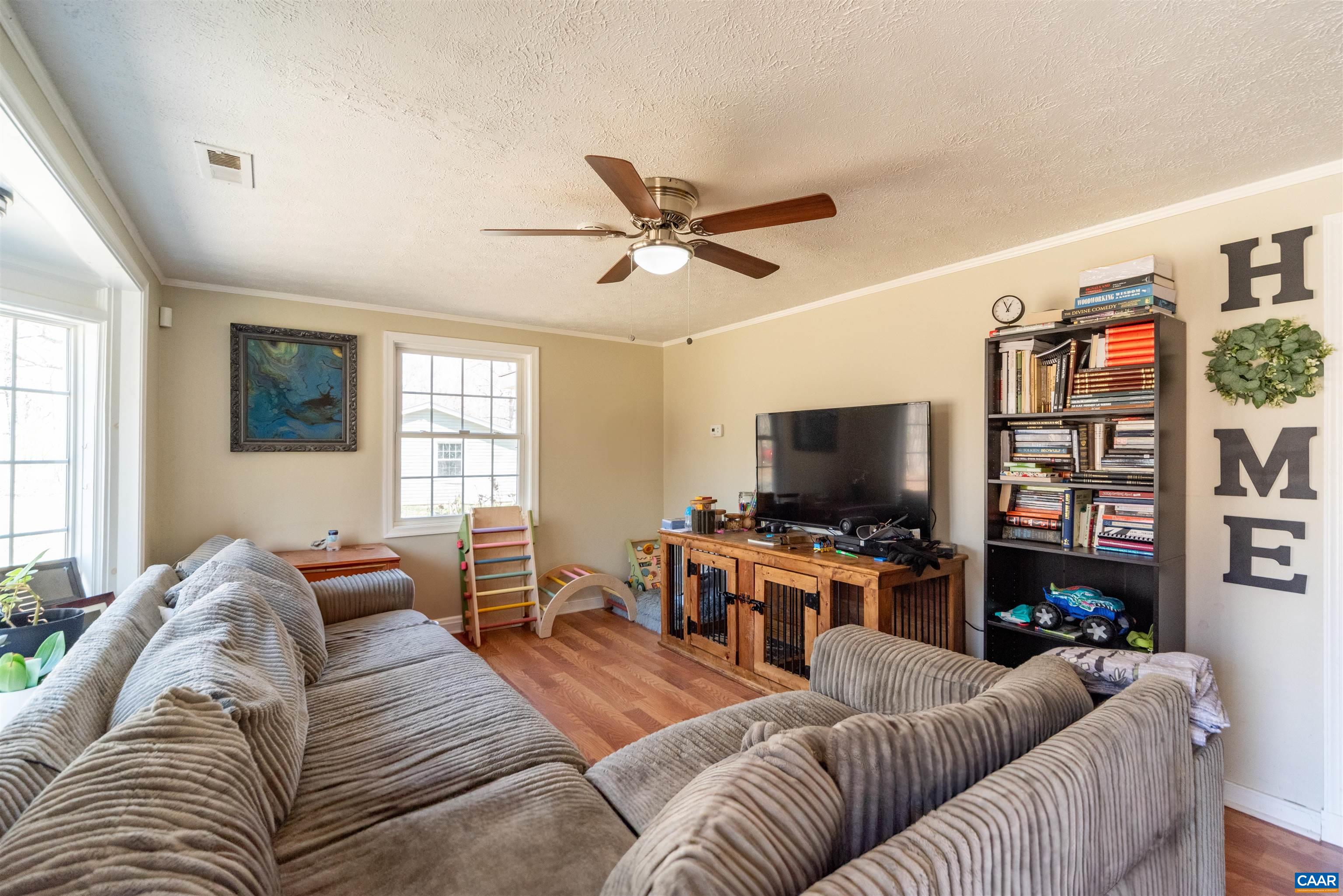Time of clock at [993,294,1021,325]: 12:56
